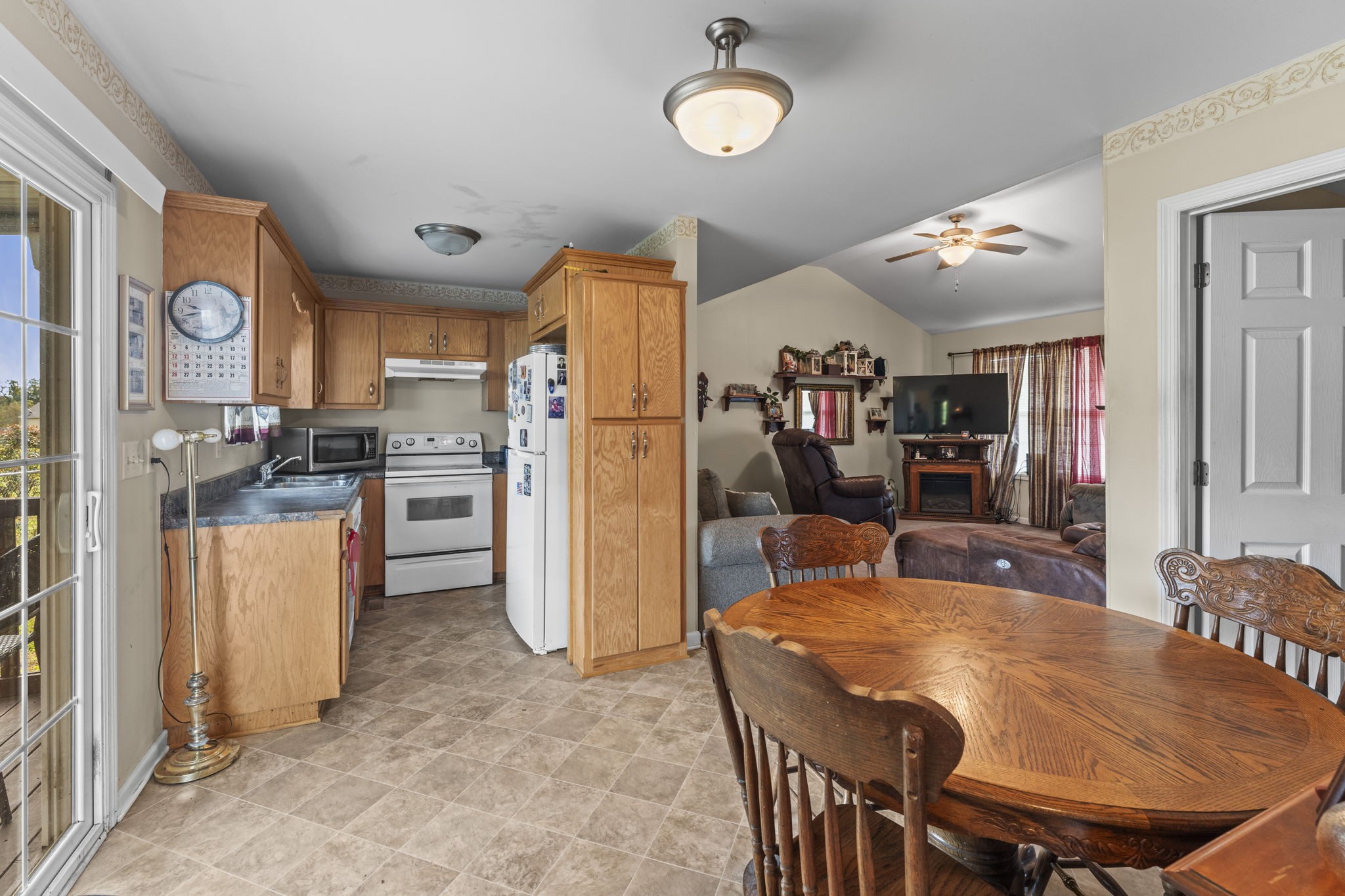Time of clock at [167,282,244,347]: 9:42
